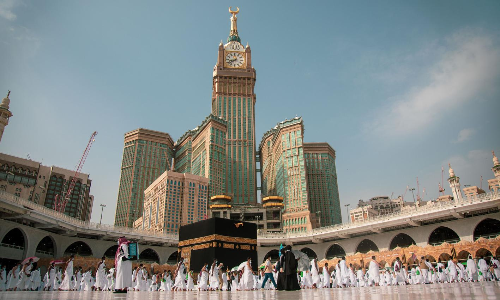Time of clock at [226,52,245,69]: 8:38
